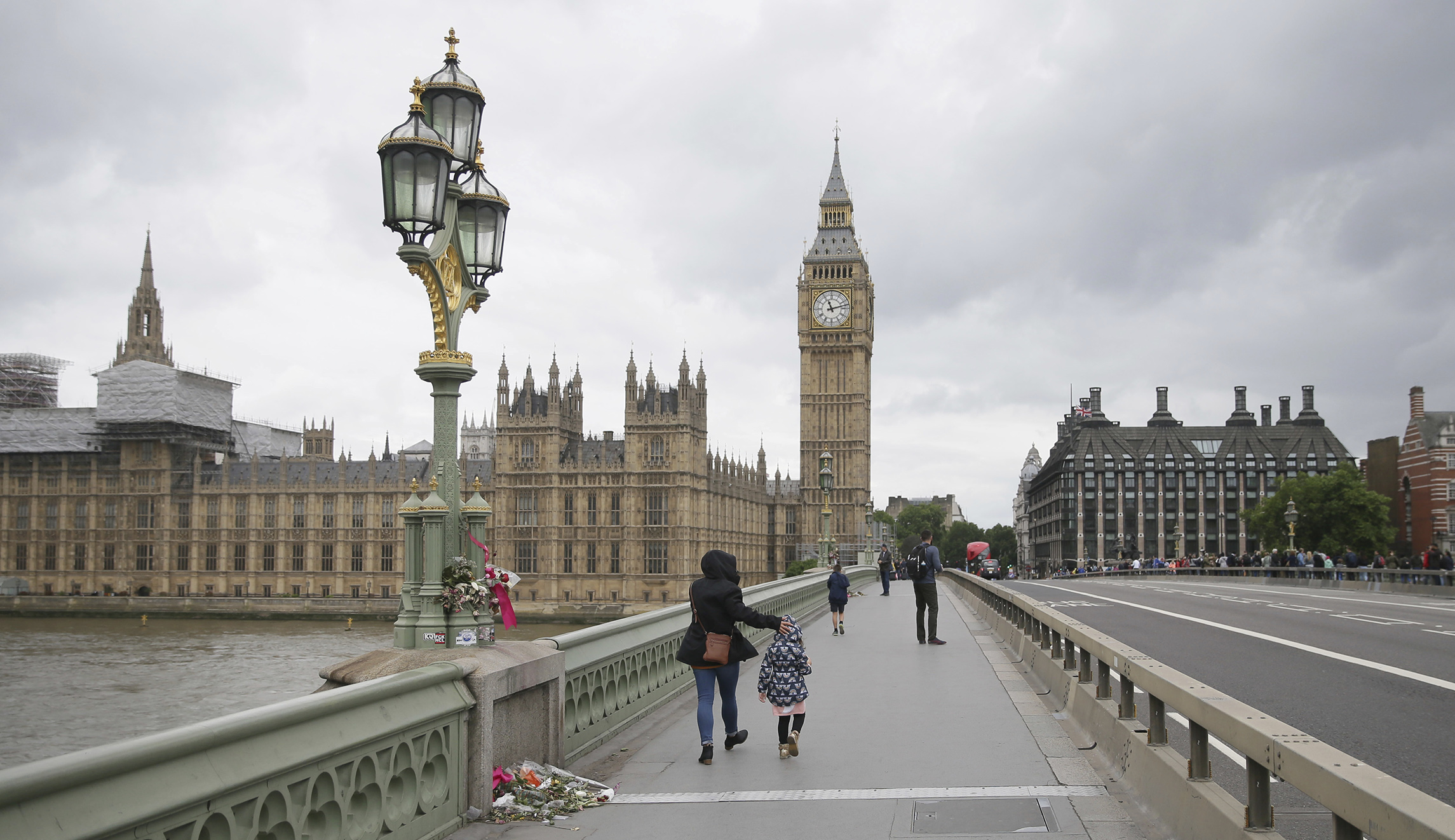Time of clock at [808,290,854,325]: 11:12
